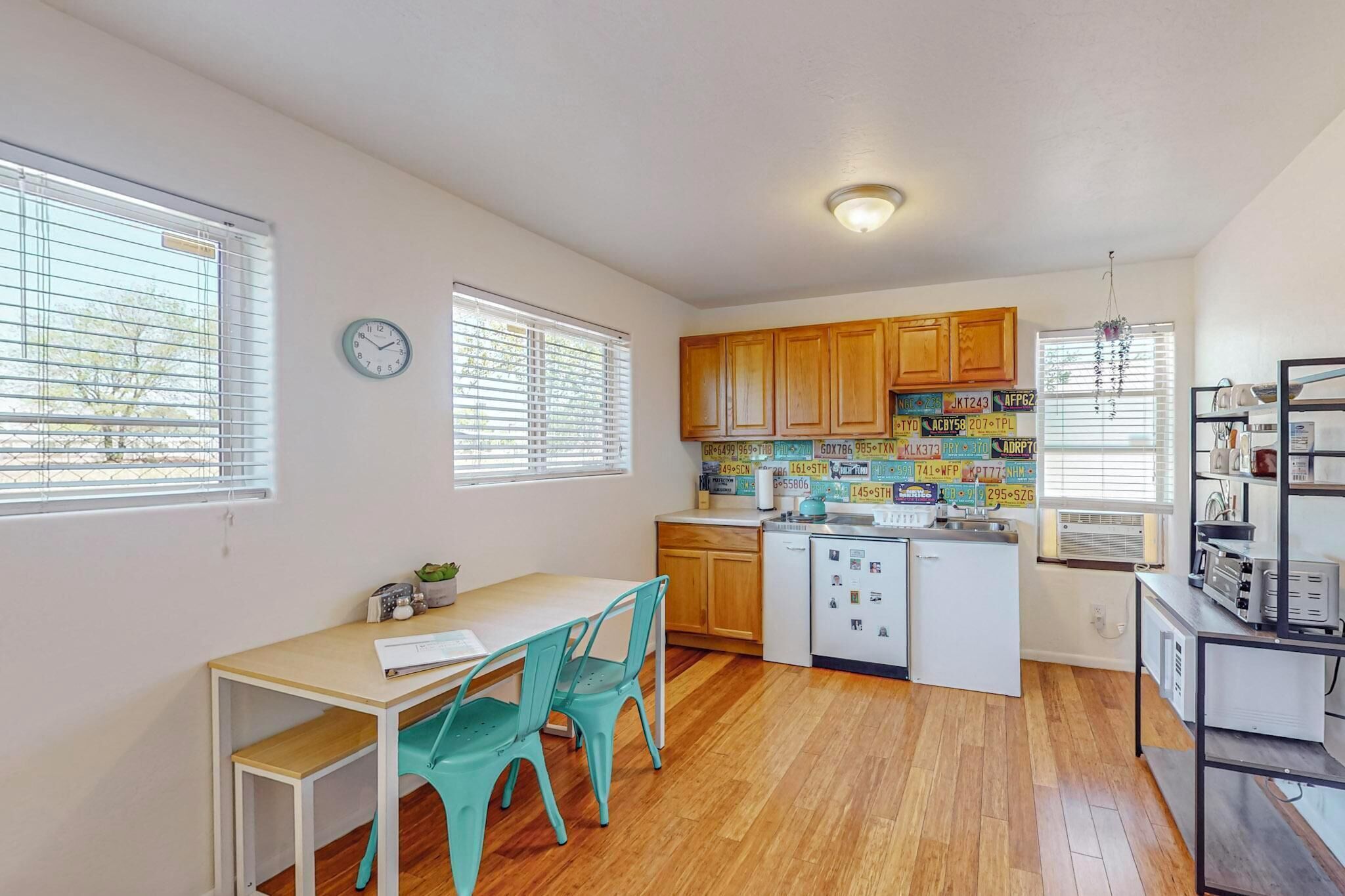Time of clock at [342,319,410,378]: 1:50
